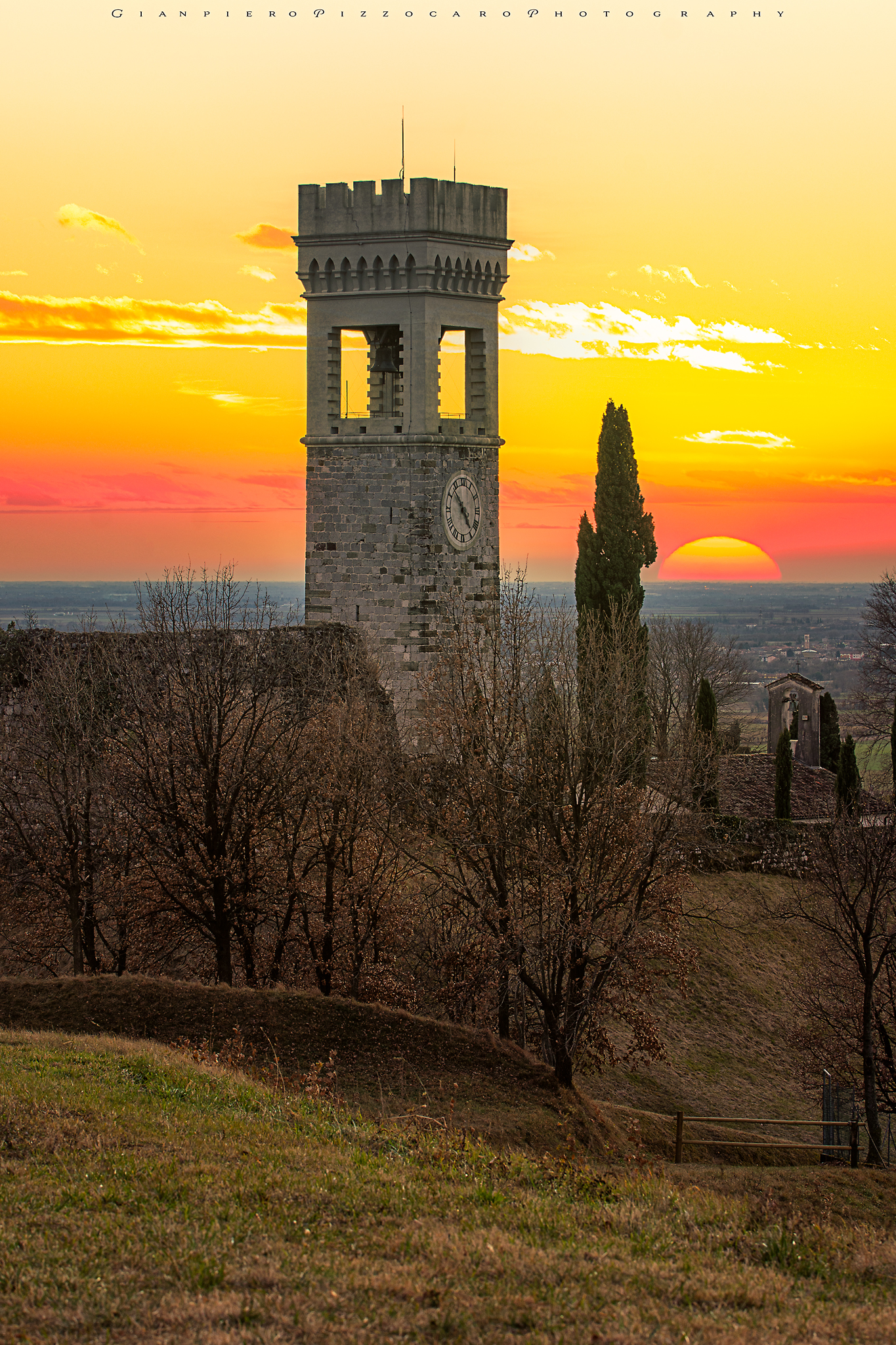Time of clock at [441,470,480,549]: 4:52
